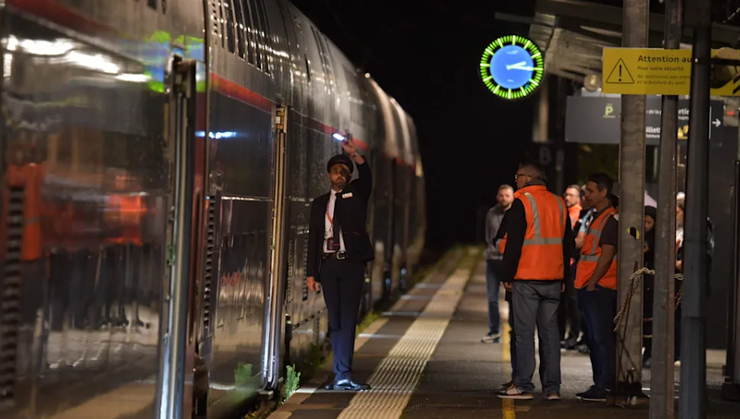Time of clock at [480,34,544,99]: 2:15
